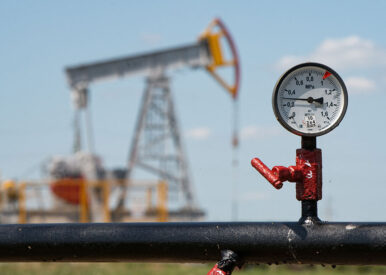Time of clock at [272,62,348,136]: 2:46
